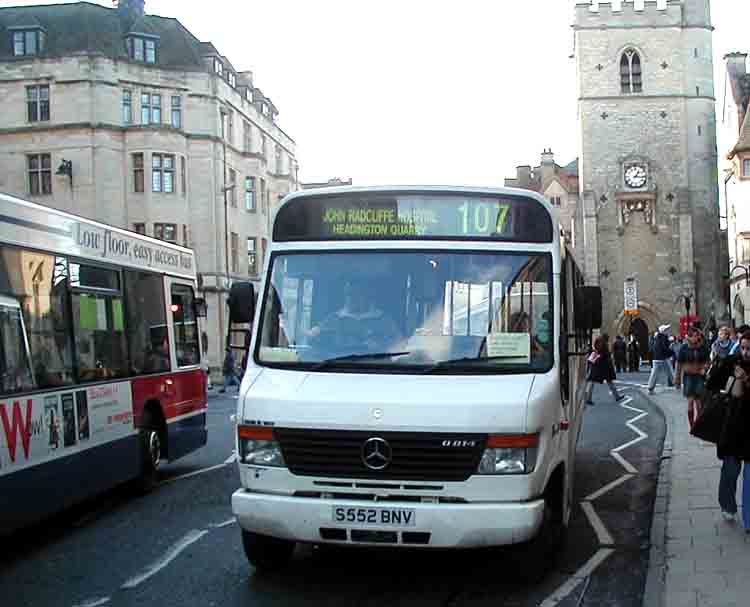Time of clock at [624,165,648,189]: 1:16
